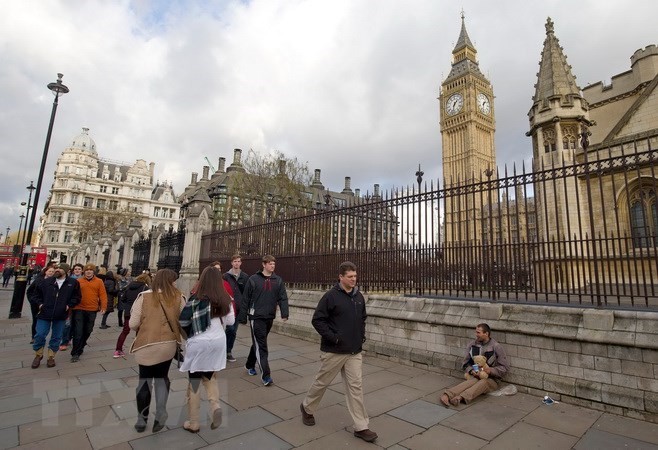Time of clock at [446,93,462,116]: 1:32
